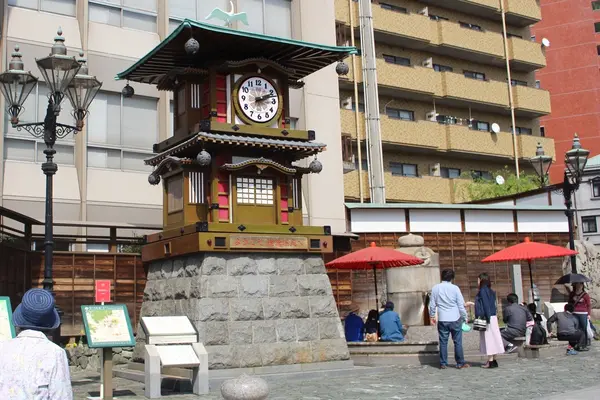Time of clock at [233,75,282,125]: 2:11
